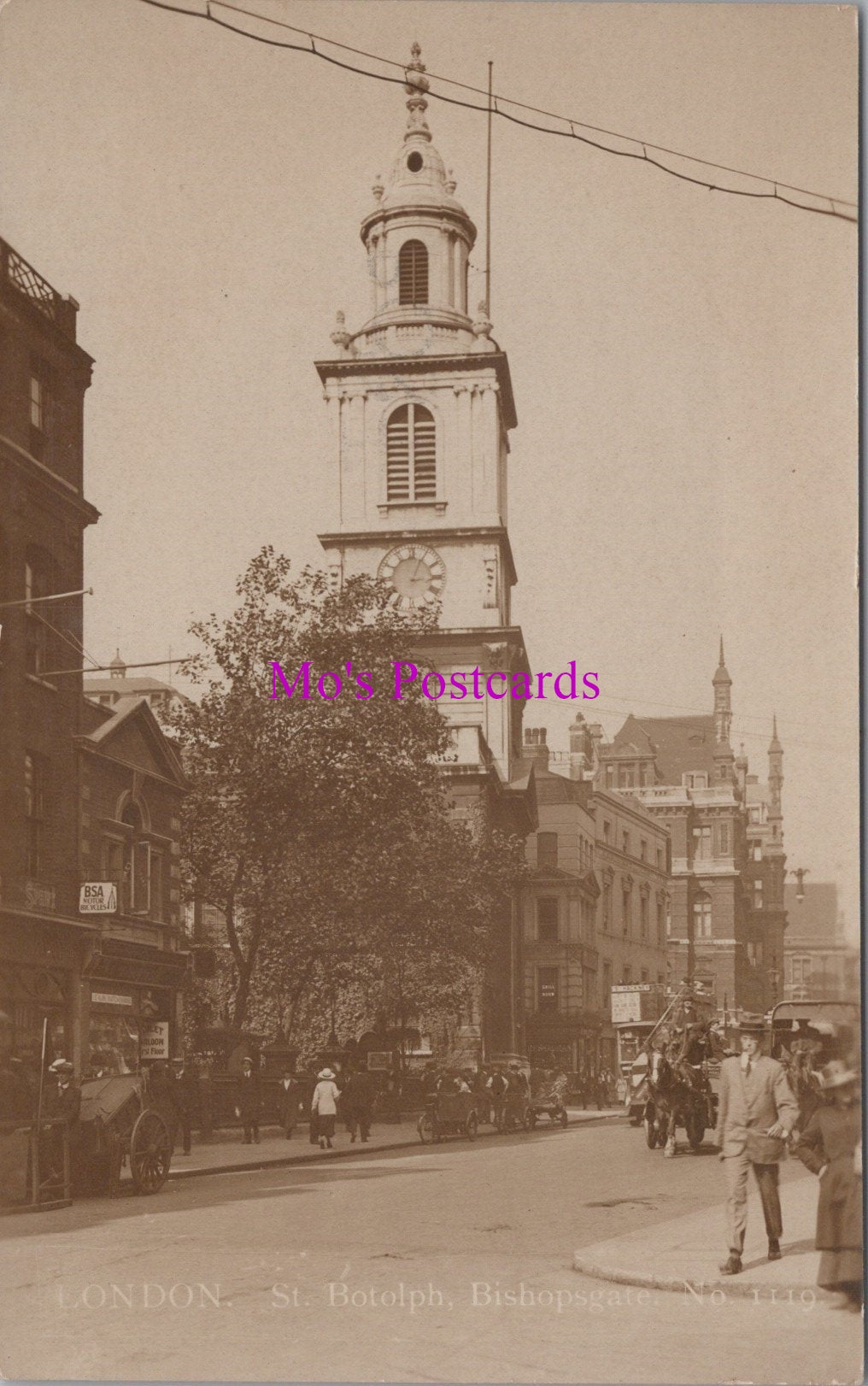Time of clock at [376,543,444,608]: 3:04
